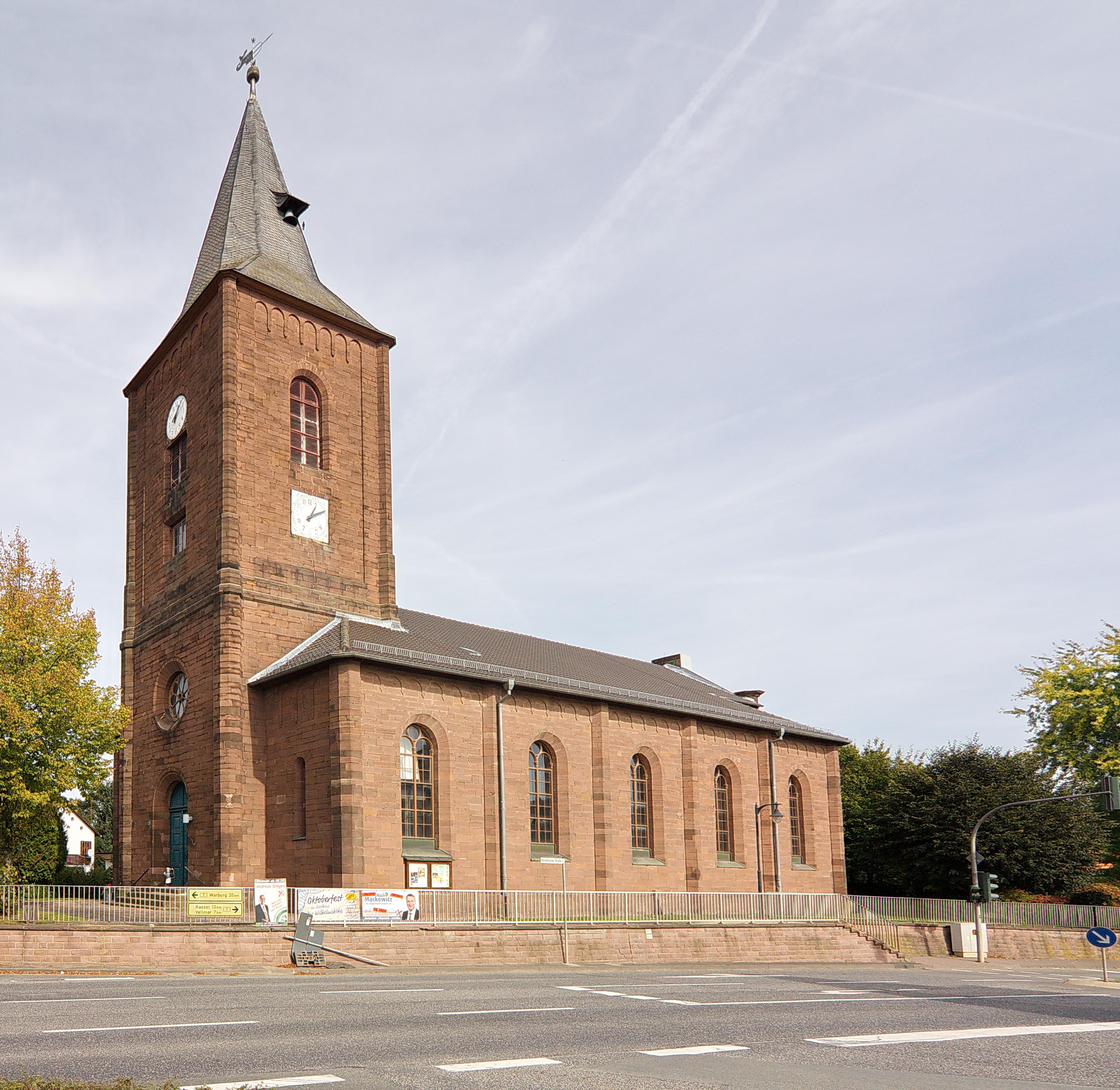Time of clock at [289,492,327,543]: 1:09
